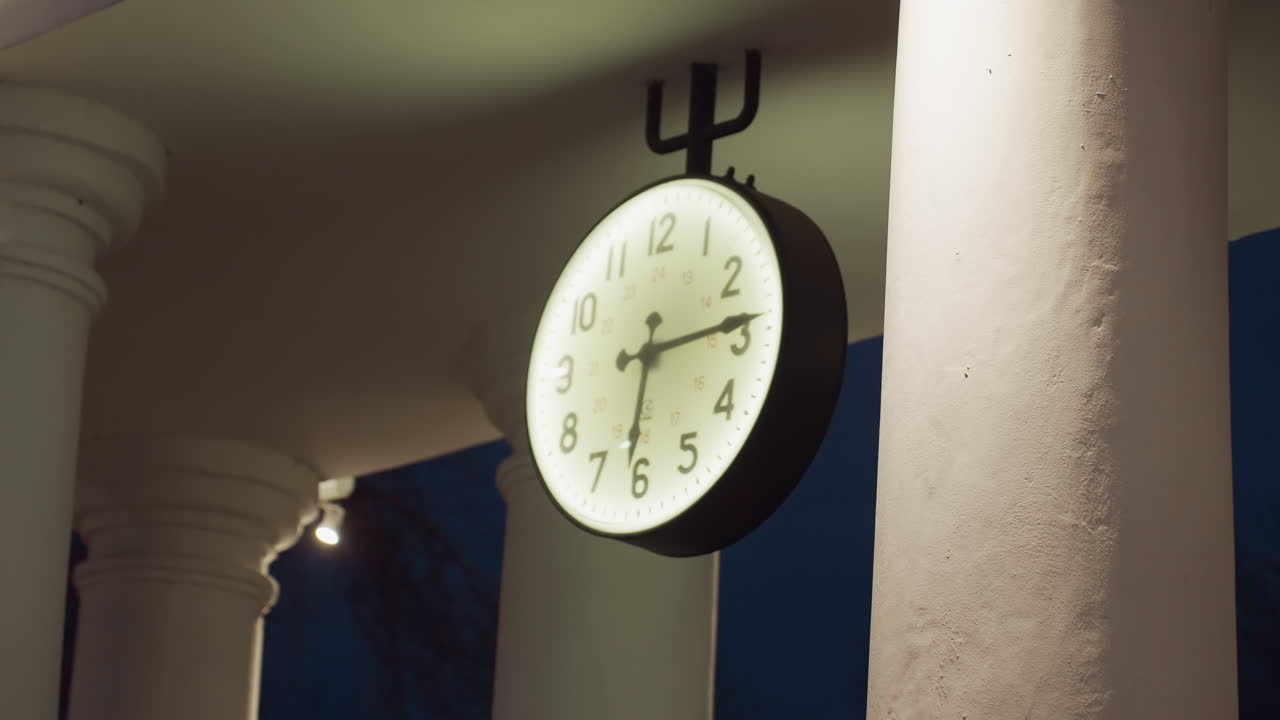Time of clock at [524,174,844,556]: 6:14
